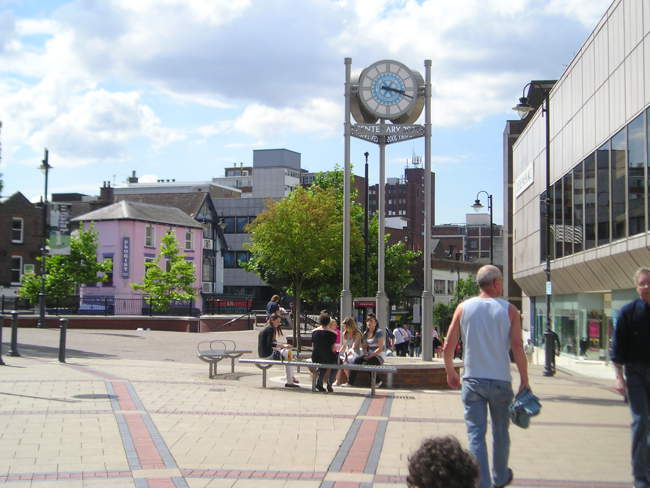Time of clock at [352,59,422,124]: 3:17
